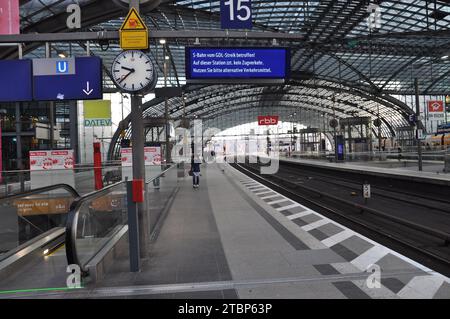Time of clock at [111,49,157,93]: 9:38
